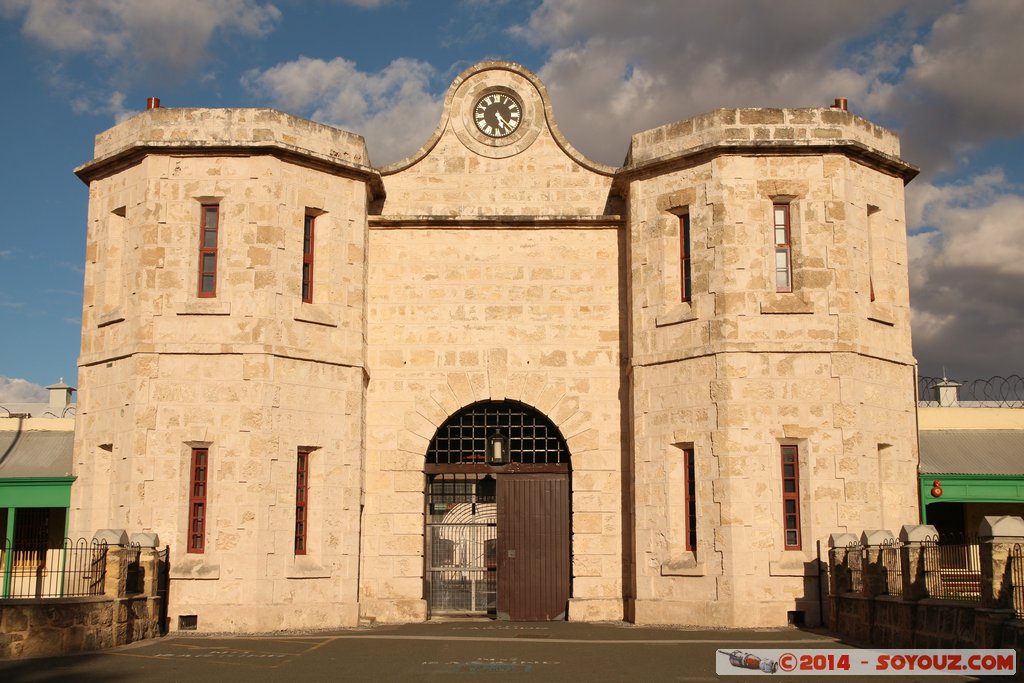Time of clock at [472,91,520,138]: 5:22
